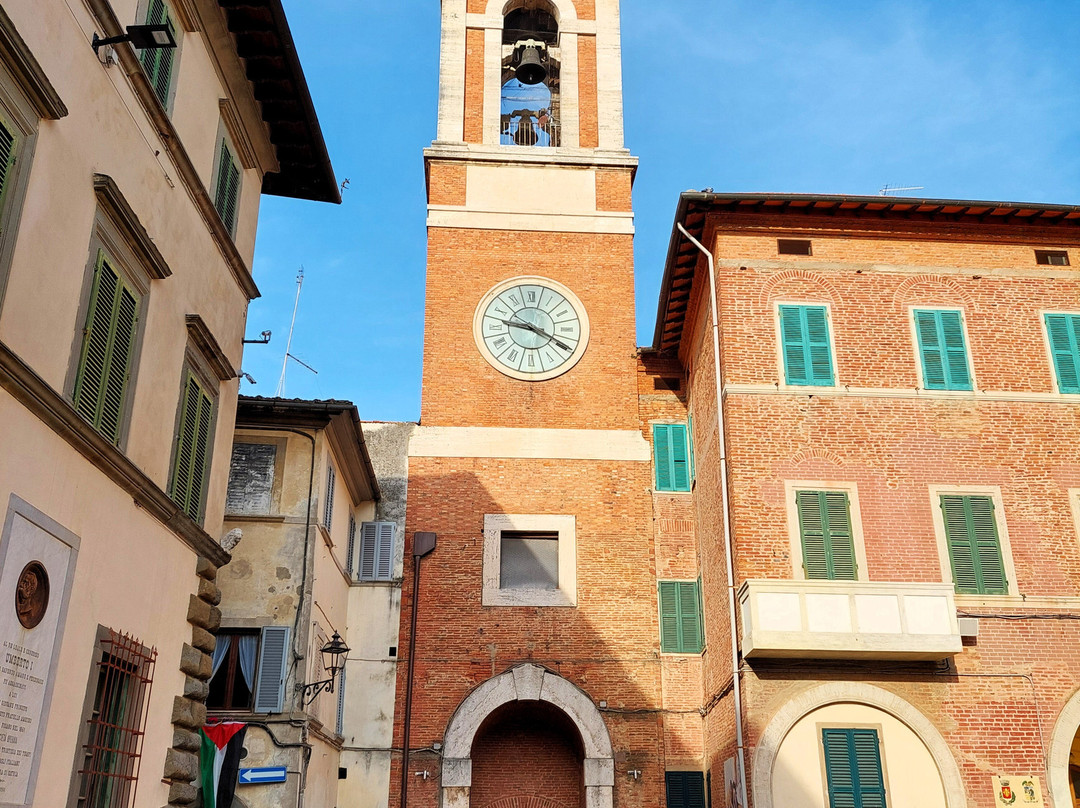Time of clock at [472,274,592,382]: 9:20
